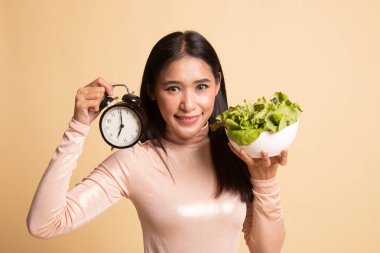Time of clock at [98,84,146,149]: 7:01
